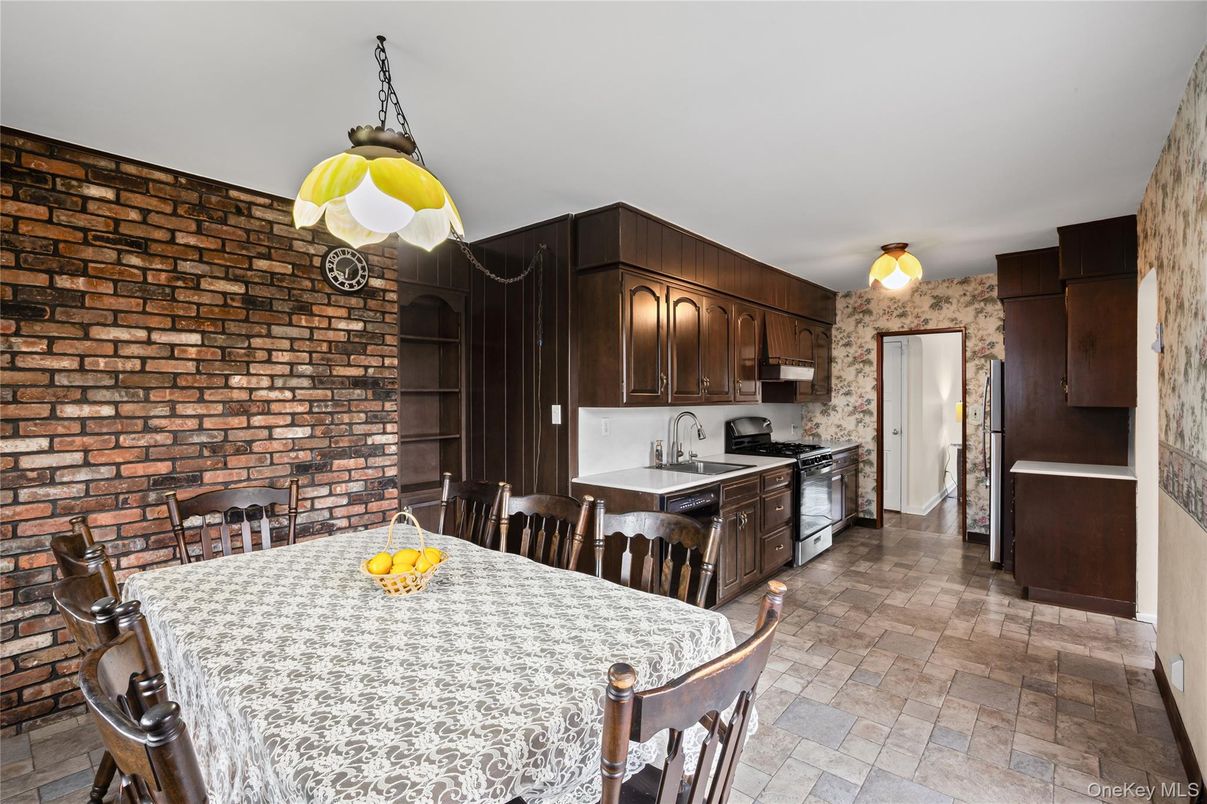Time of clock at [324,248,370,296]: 6:08
